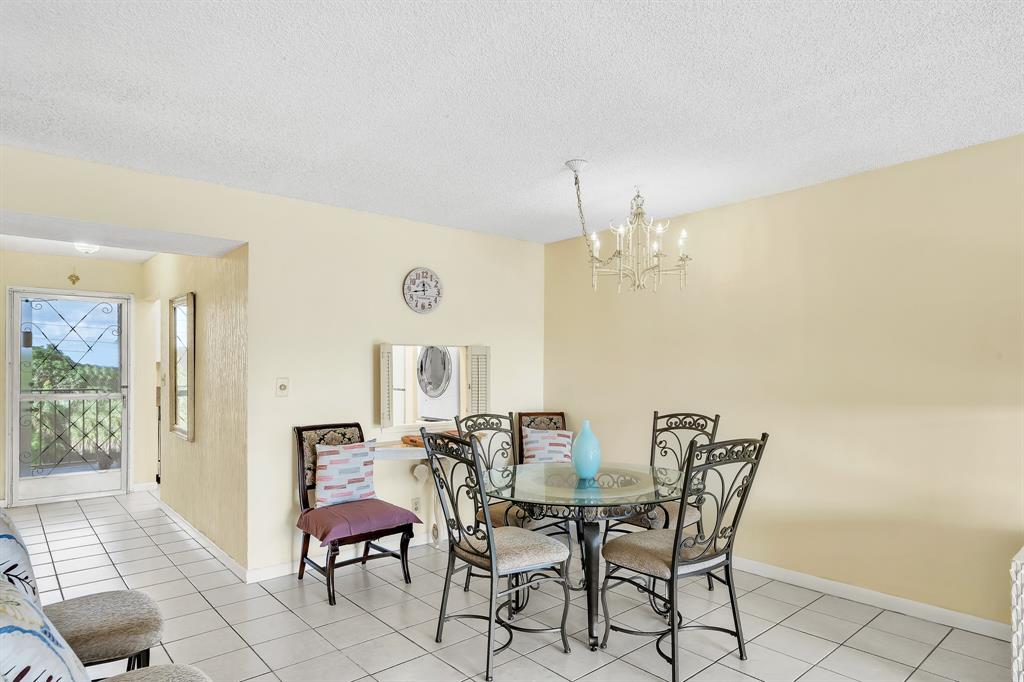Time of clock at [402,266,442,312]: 11:43
